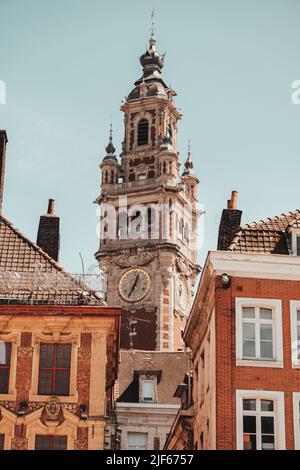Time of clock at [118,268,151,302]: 12:34
